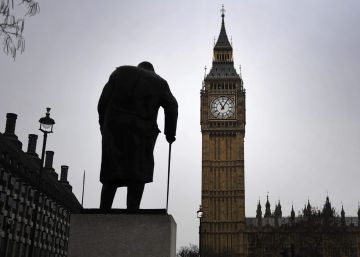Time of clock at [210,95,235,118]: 11:05
